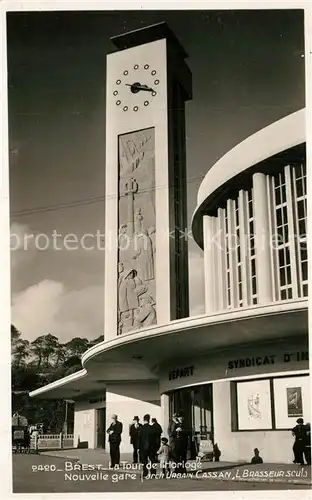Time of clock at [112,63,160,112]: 3:18
